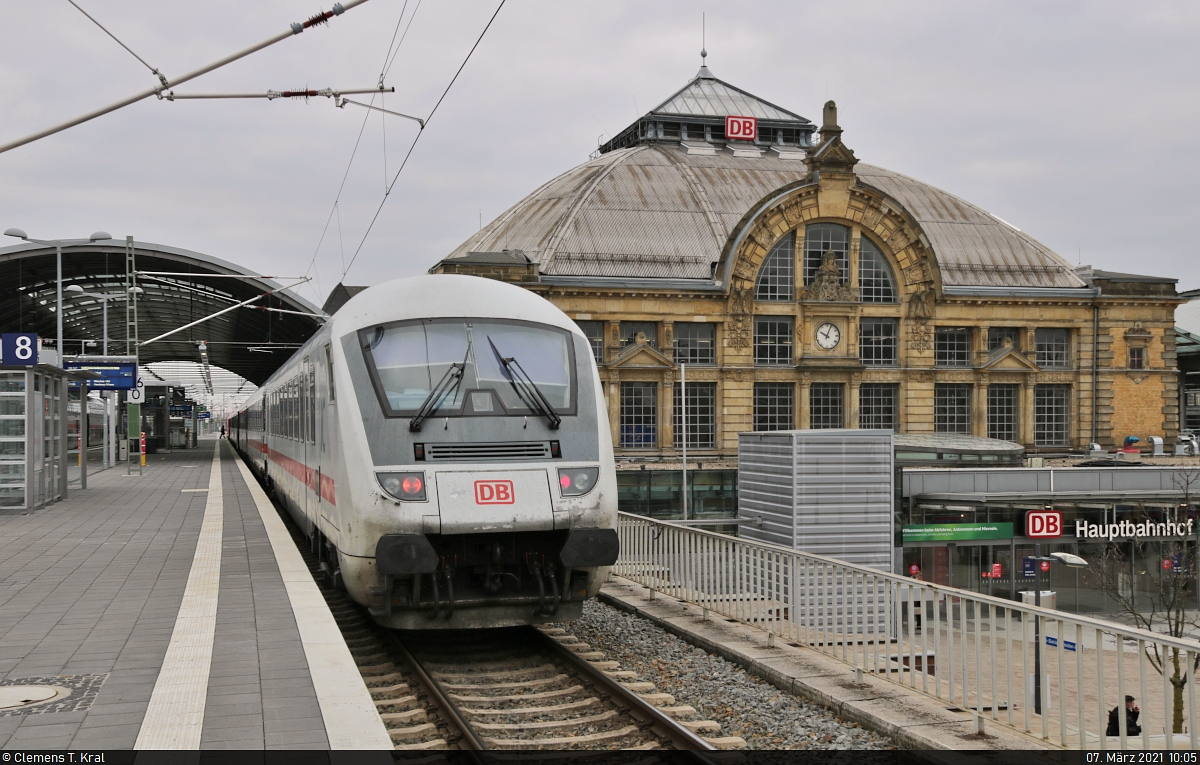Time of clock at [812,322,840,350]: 10:03
